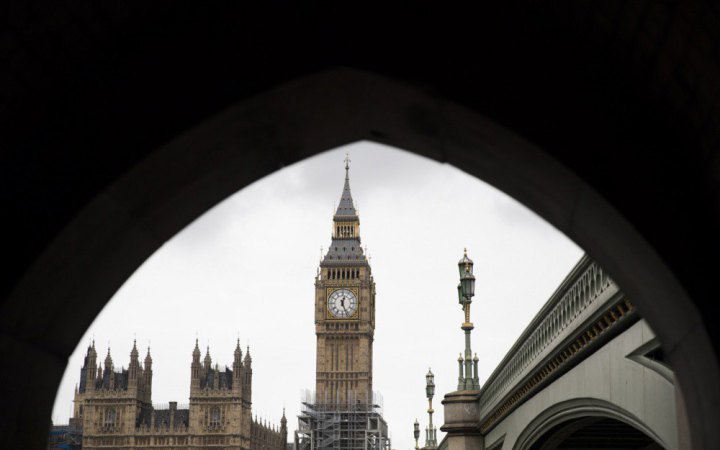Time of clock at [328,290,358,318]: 12:26
